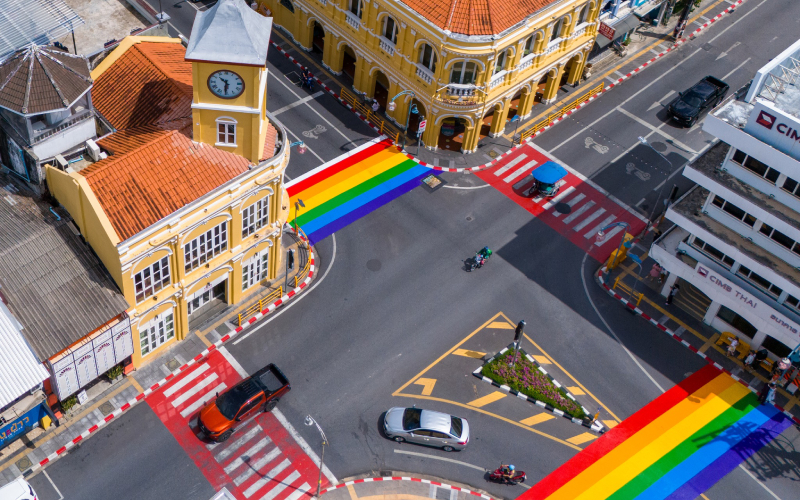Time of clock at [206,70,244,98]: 10:30
